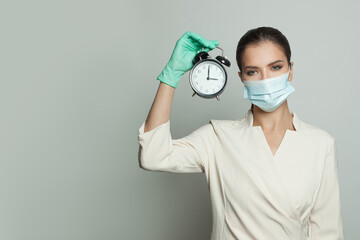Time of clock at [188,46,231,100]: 2:59
